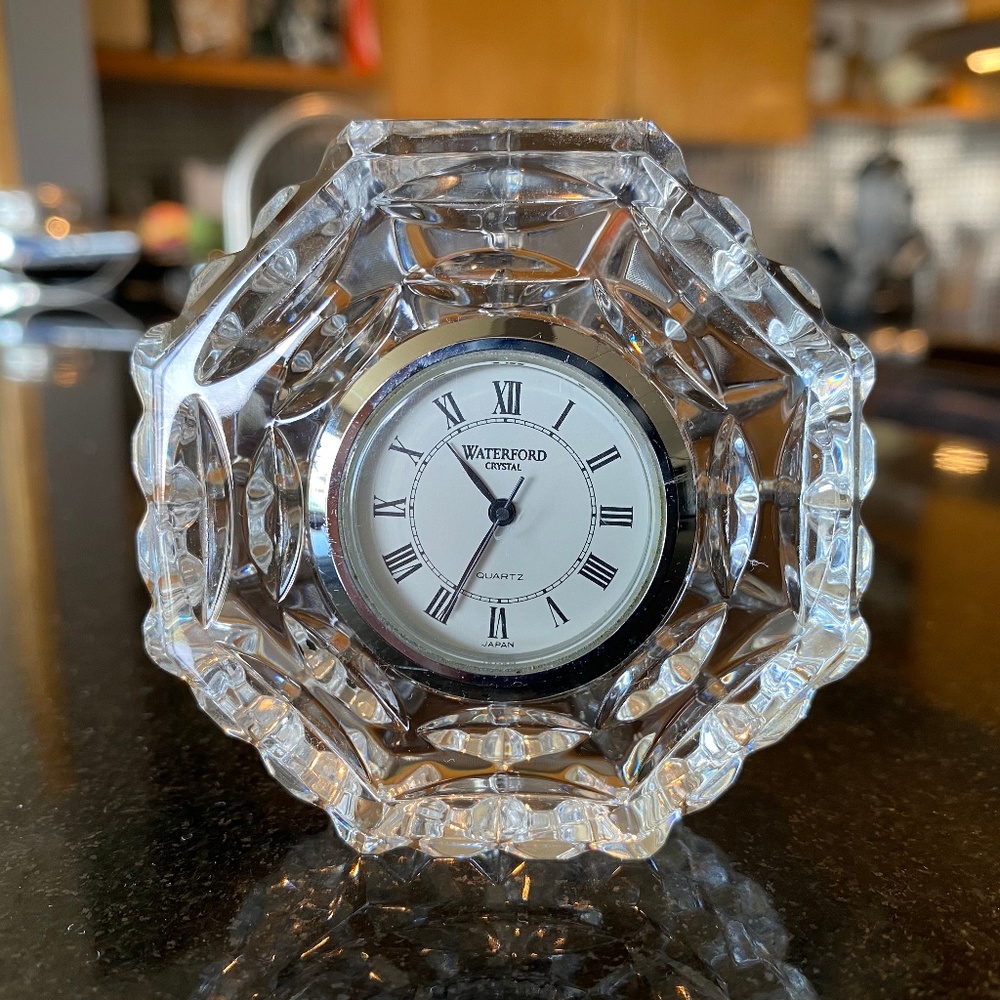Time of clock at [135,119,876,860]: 10:34
